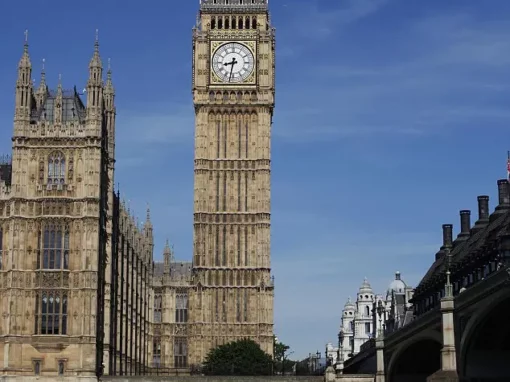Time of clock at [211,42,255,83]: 8:32
